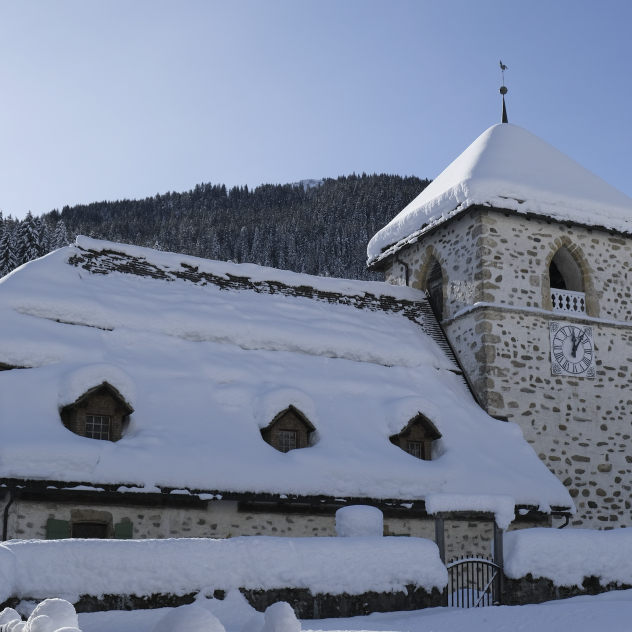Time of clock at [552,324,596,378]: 12:06
